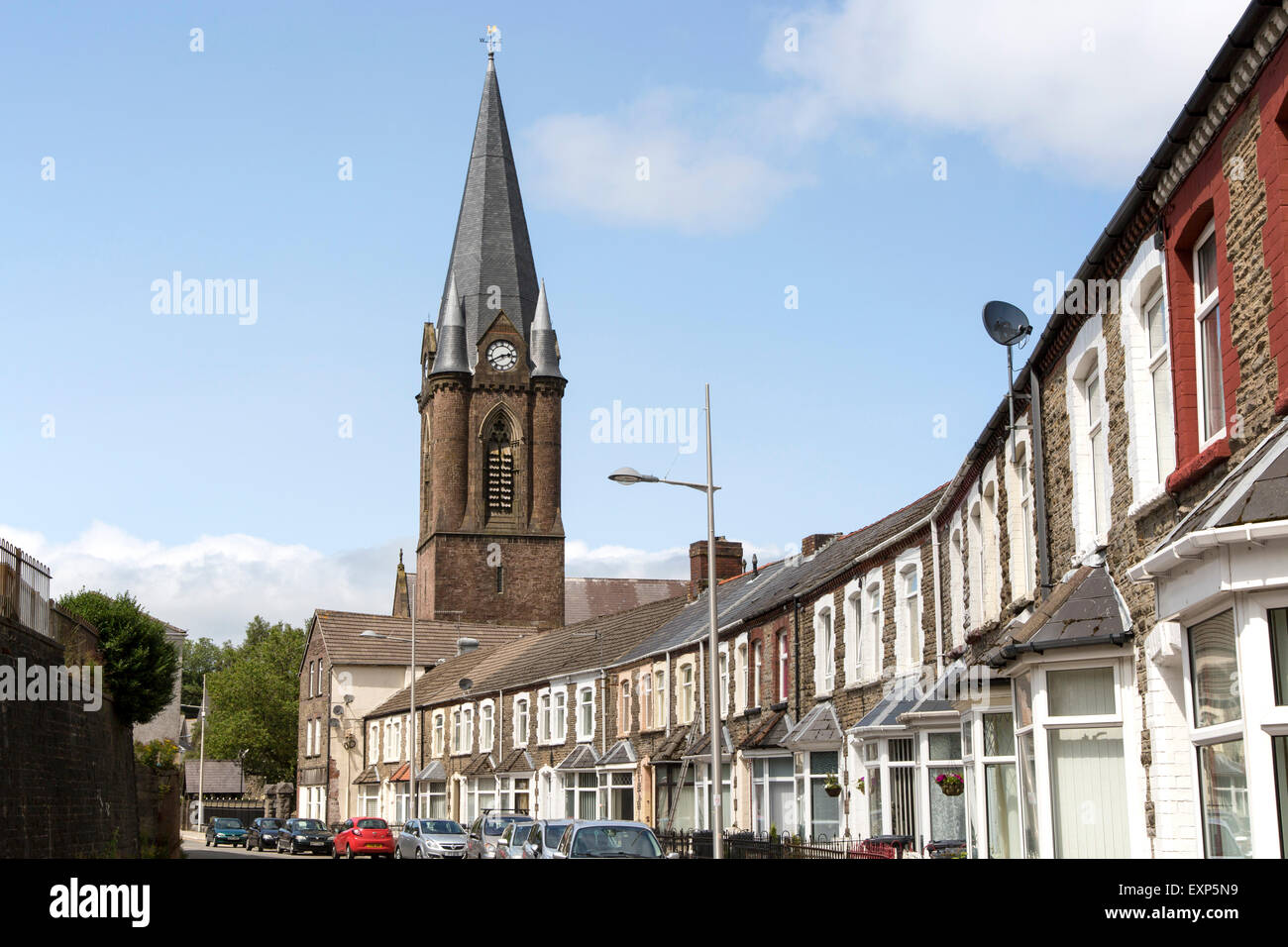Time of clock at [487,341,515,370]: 2:40
